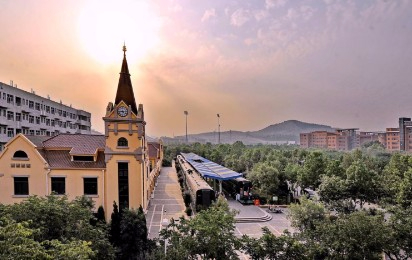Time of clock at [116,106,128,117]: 4:44
